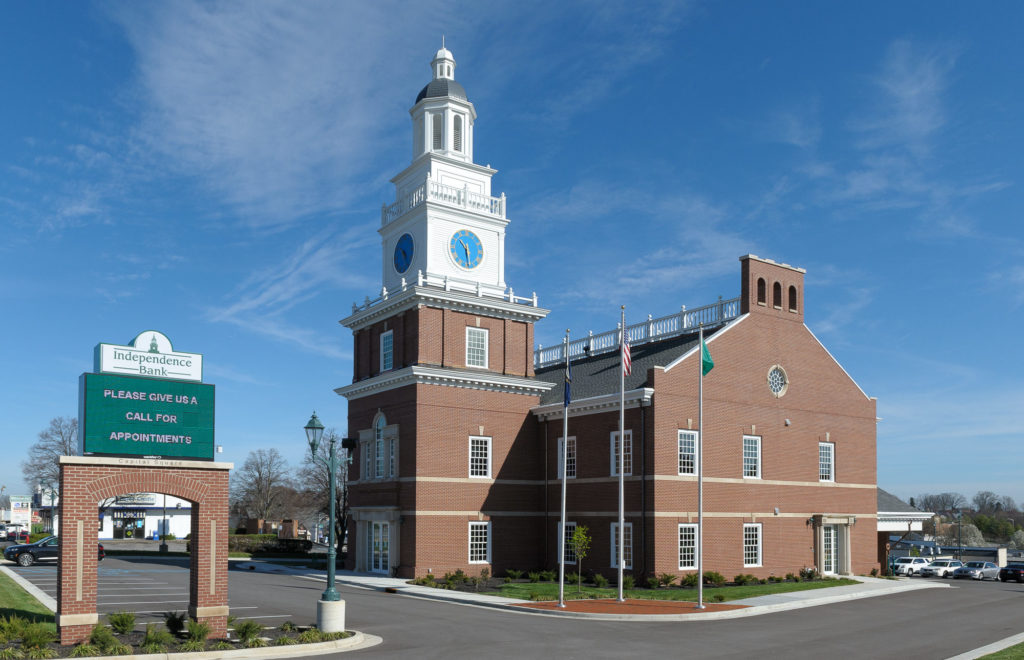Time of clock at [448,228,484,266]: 10:28
